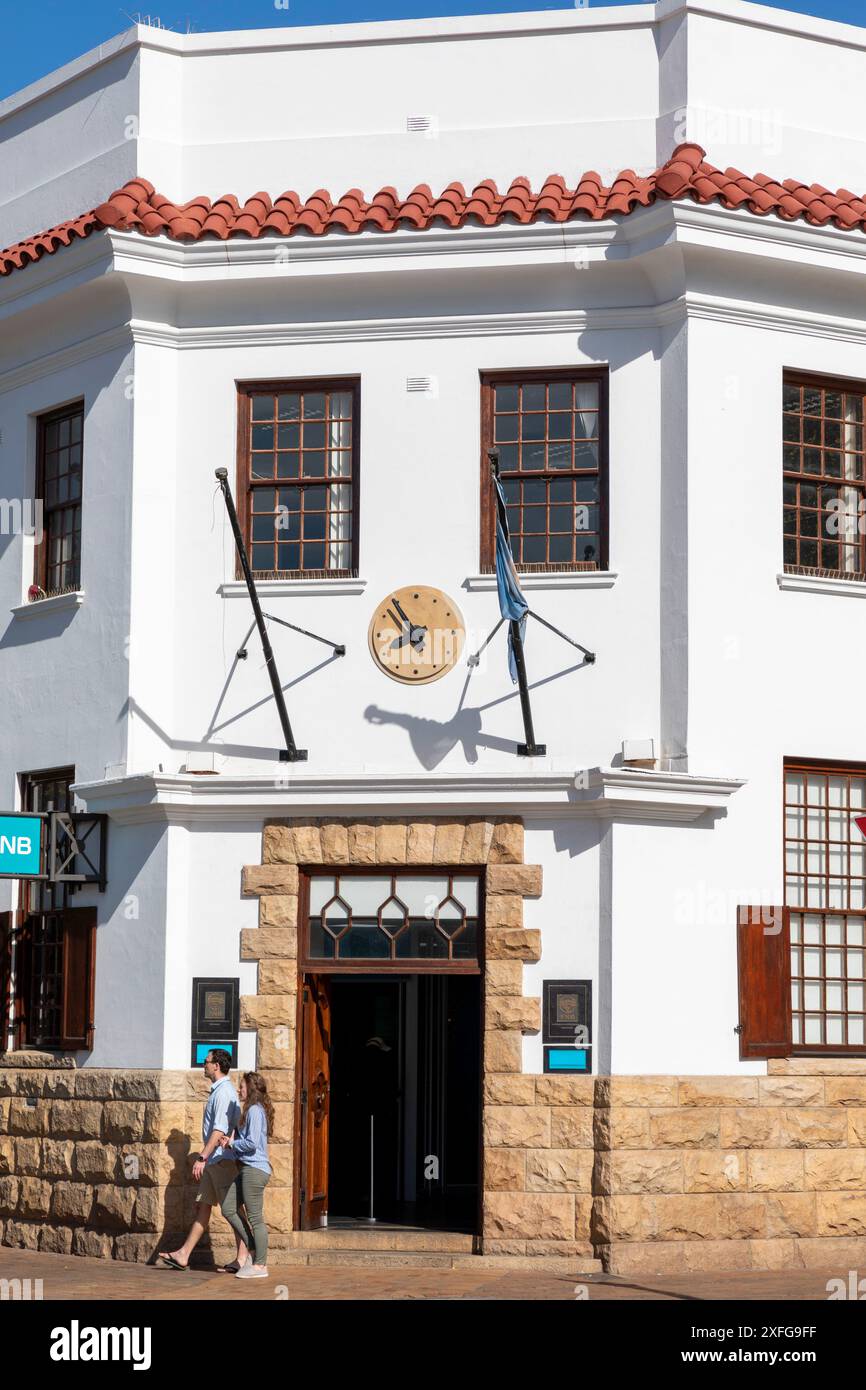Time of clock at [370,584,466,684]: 10:54
